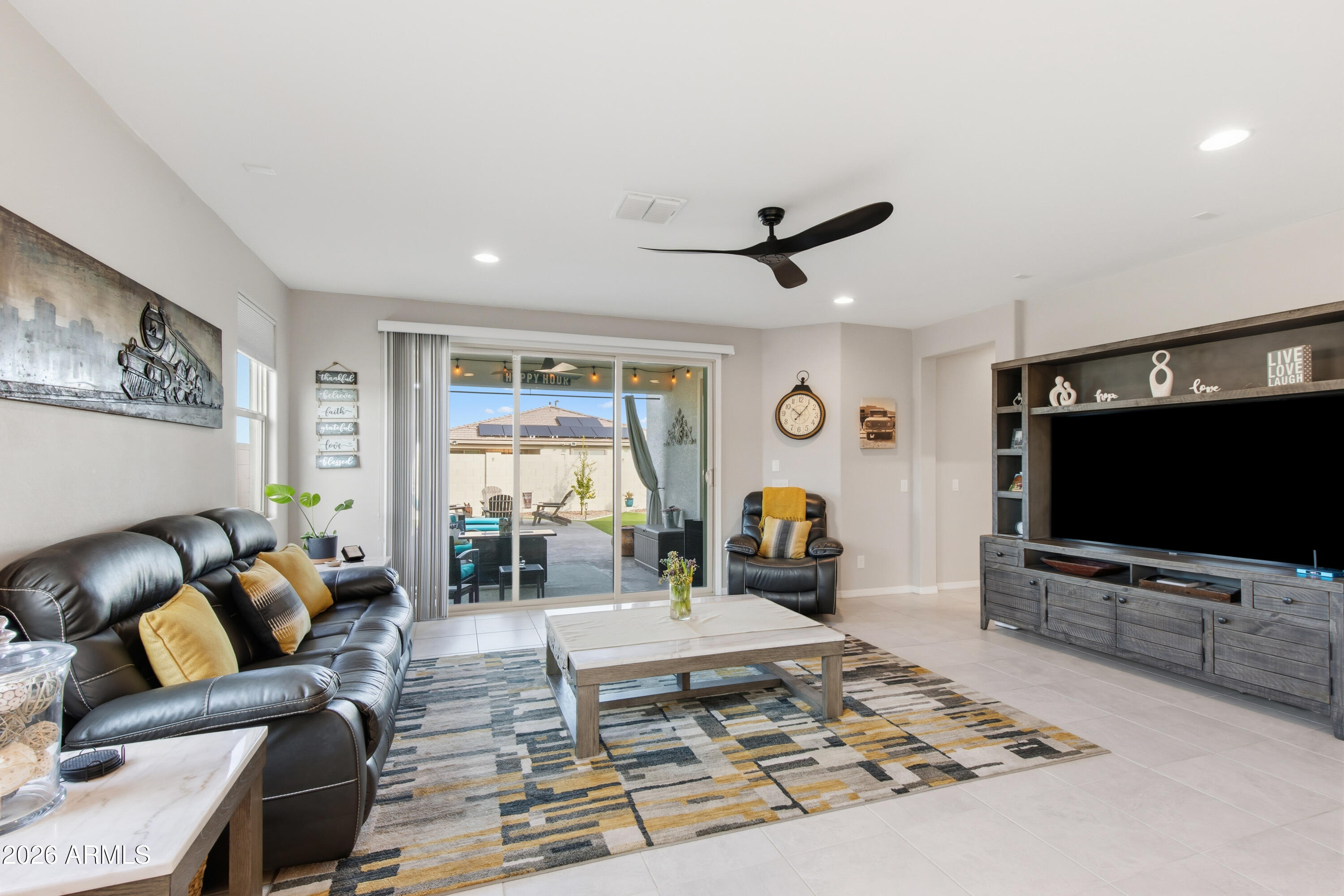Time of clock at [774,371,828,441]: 10:06
